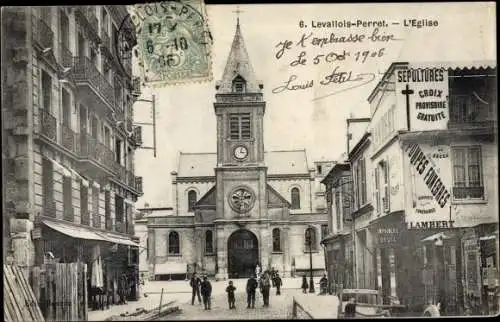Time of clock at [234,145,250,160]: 3:02
